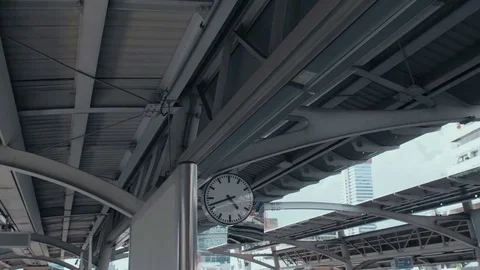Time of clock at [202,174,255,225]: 4:42
